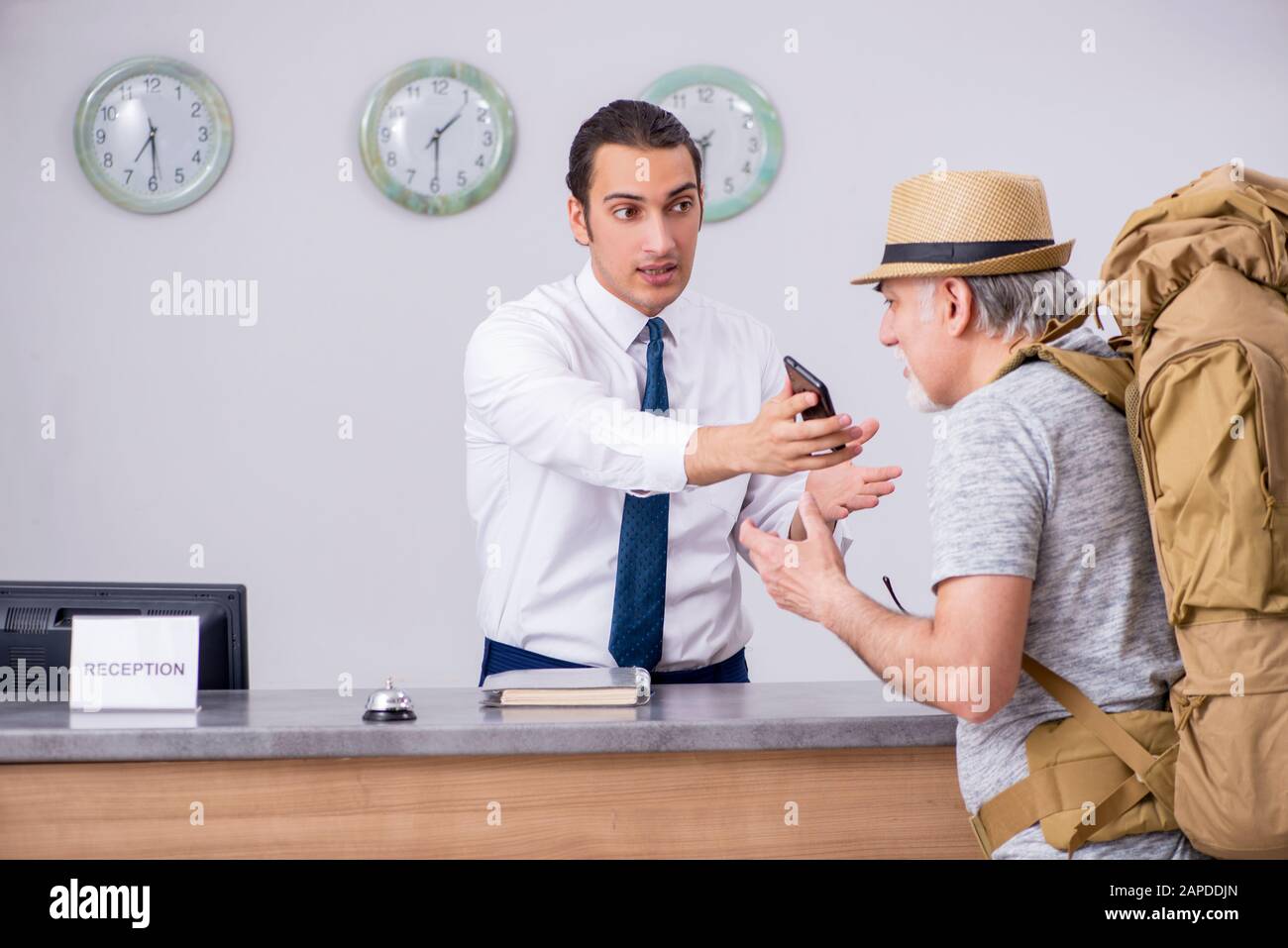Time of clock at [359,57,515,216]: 1:29
